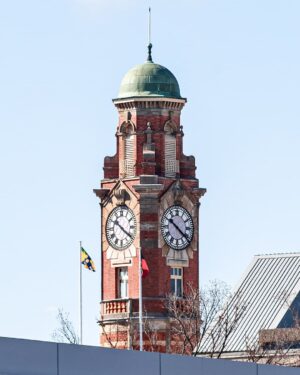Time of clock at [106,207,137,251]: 10:20
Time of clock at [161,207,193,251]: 10:21
